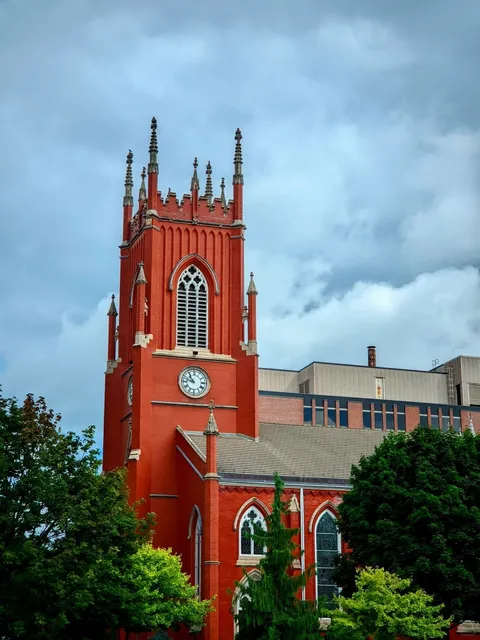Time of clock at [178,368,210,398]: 10:47
